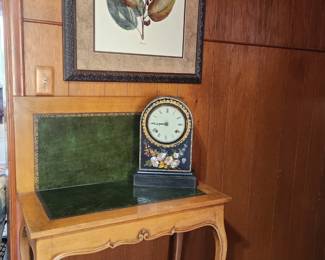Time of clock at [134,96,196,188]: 8:45
